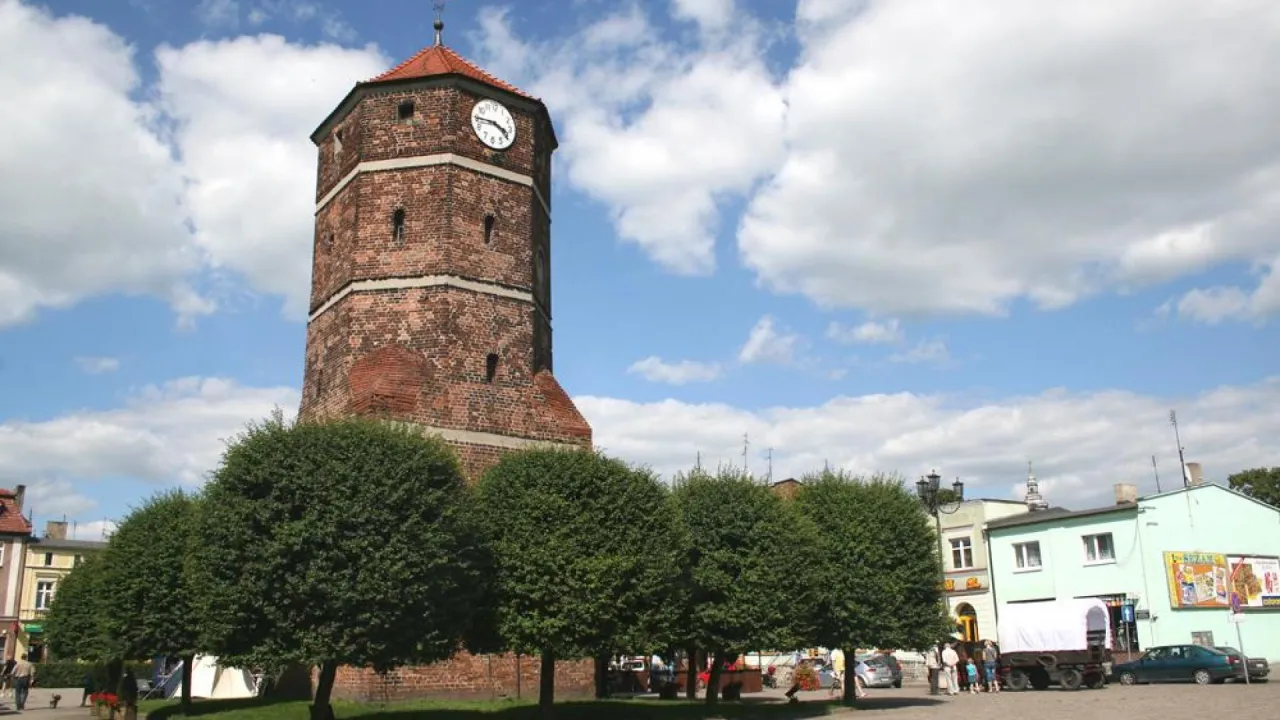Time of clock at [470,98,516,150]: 3:44
